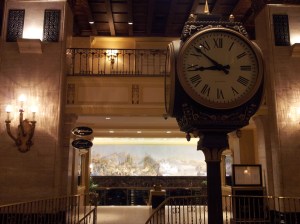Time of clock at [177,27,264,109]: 8:51
